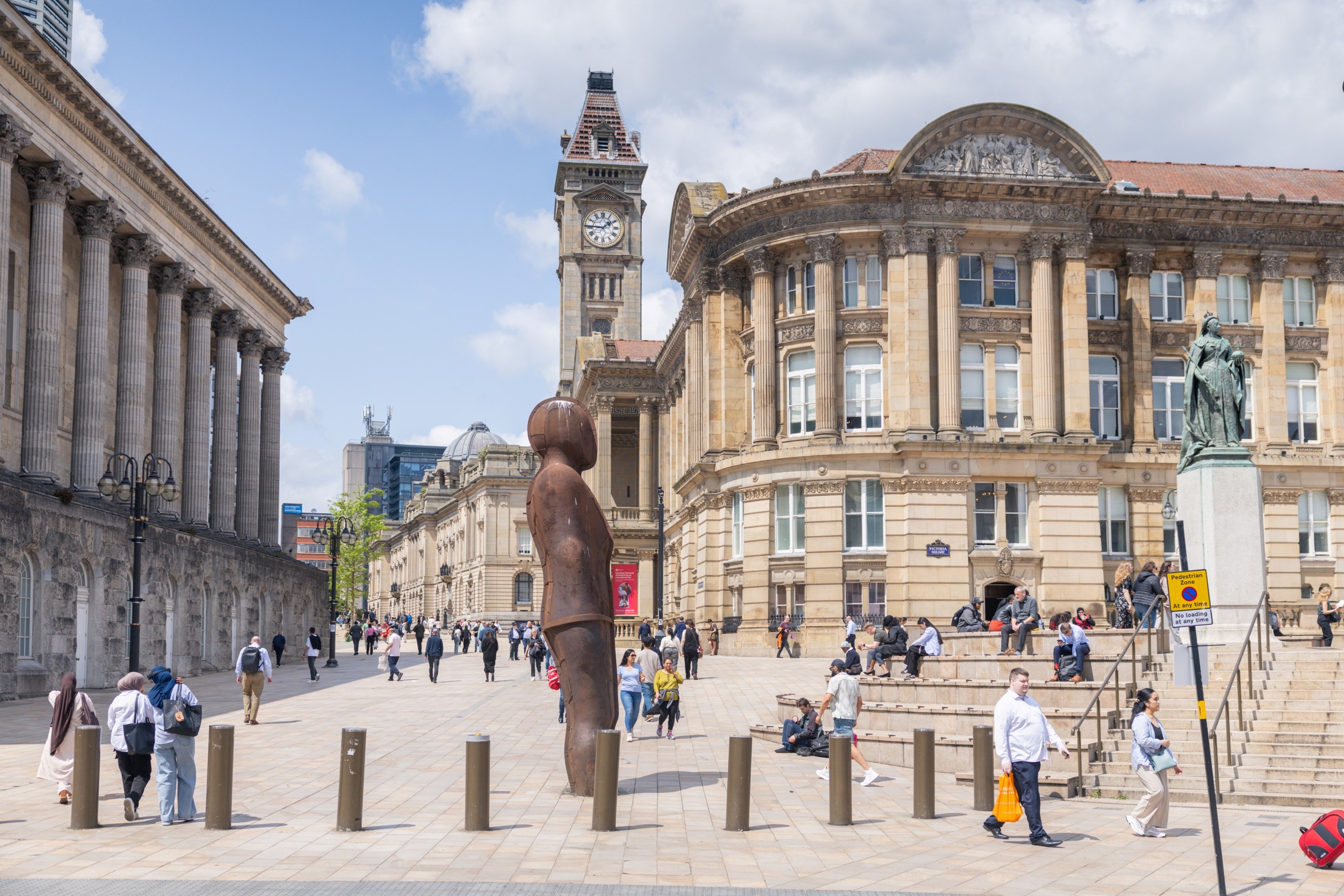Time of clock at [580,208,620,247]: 1:45
